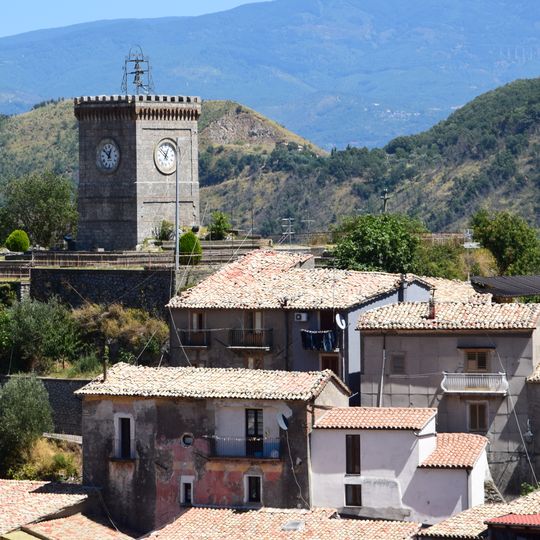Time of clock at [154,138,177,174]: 12:52
